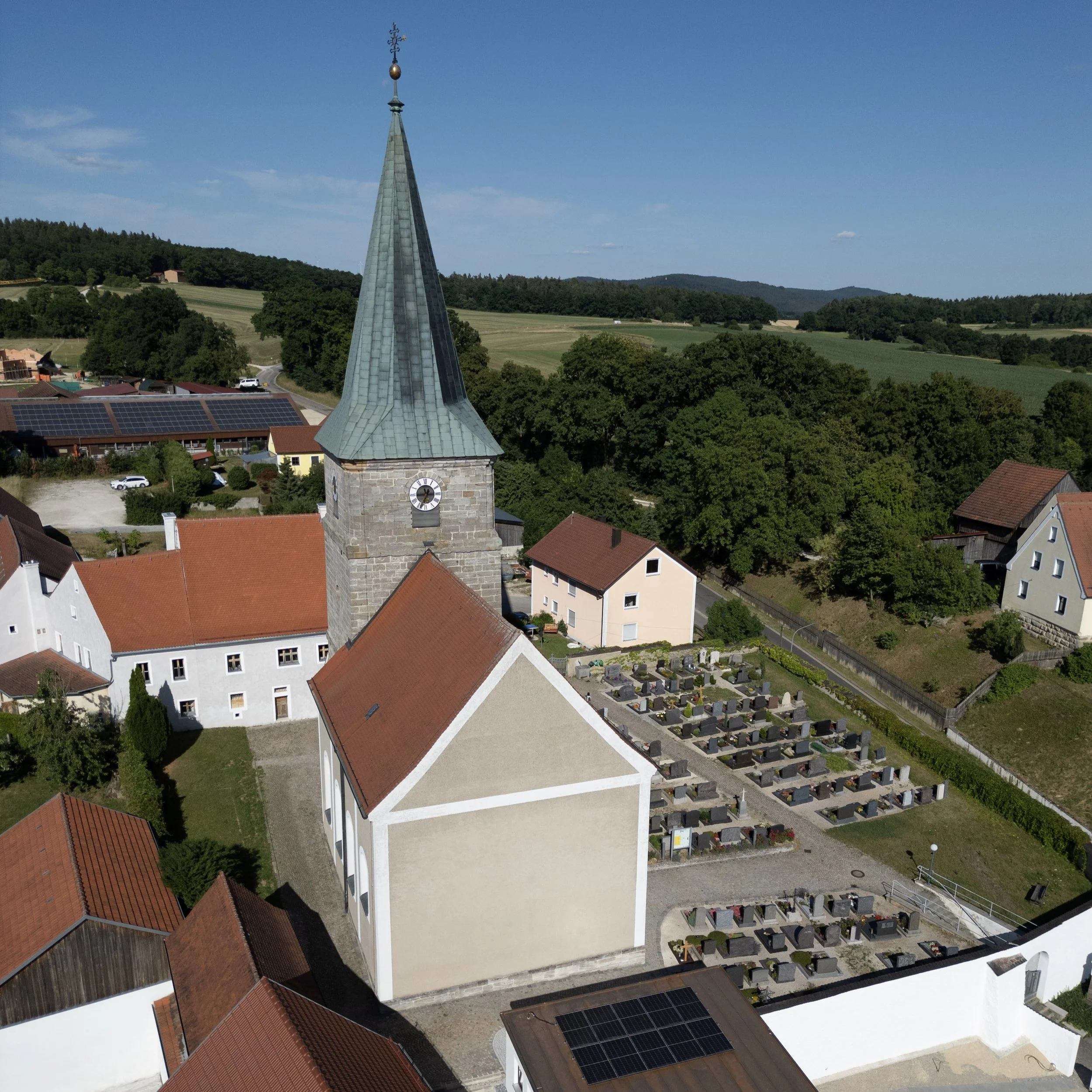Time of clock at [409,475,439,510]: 11:34
